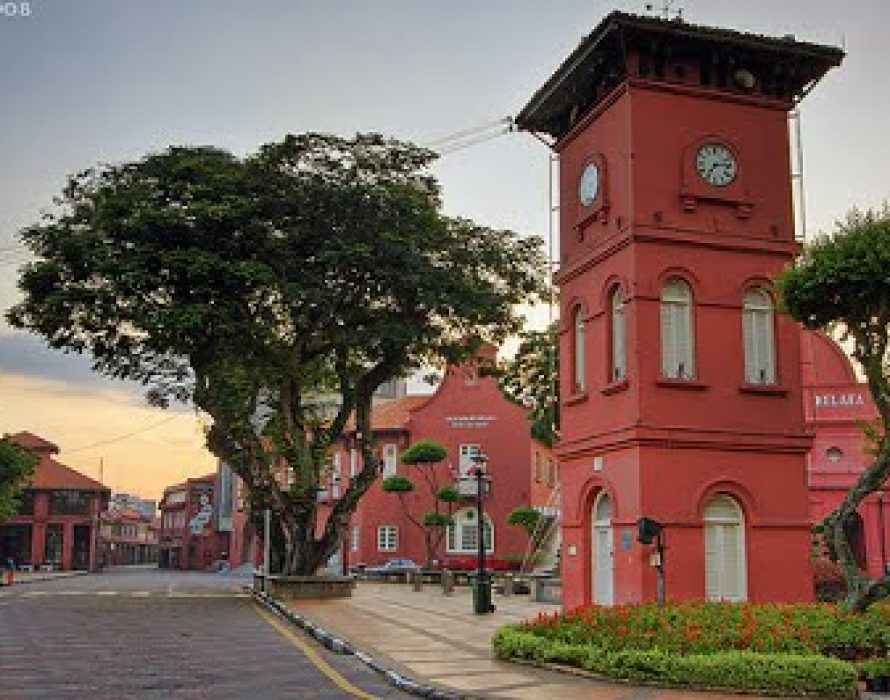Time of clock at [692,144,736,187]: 7:14
